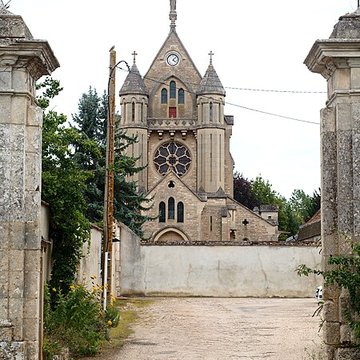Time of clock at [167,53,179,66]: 4:07
